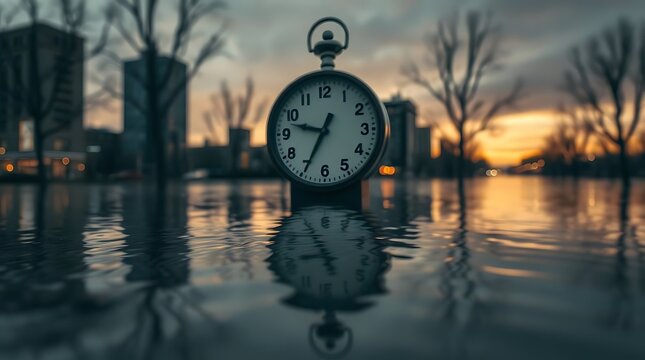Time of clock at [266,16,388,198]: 9:34
